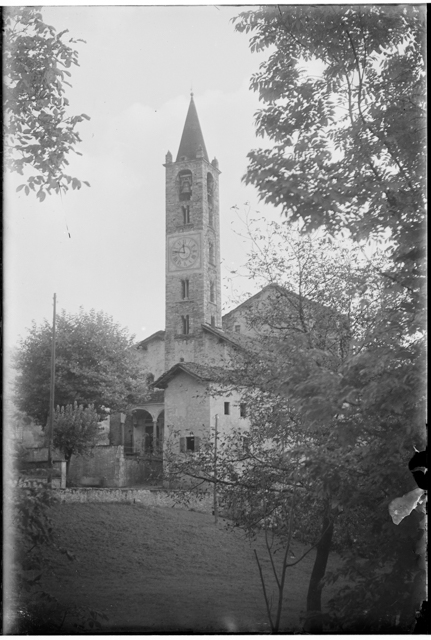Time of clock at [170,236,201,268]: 11:46
